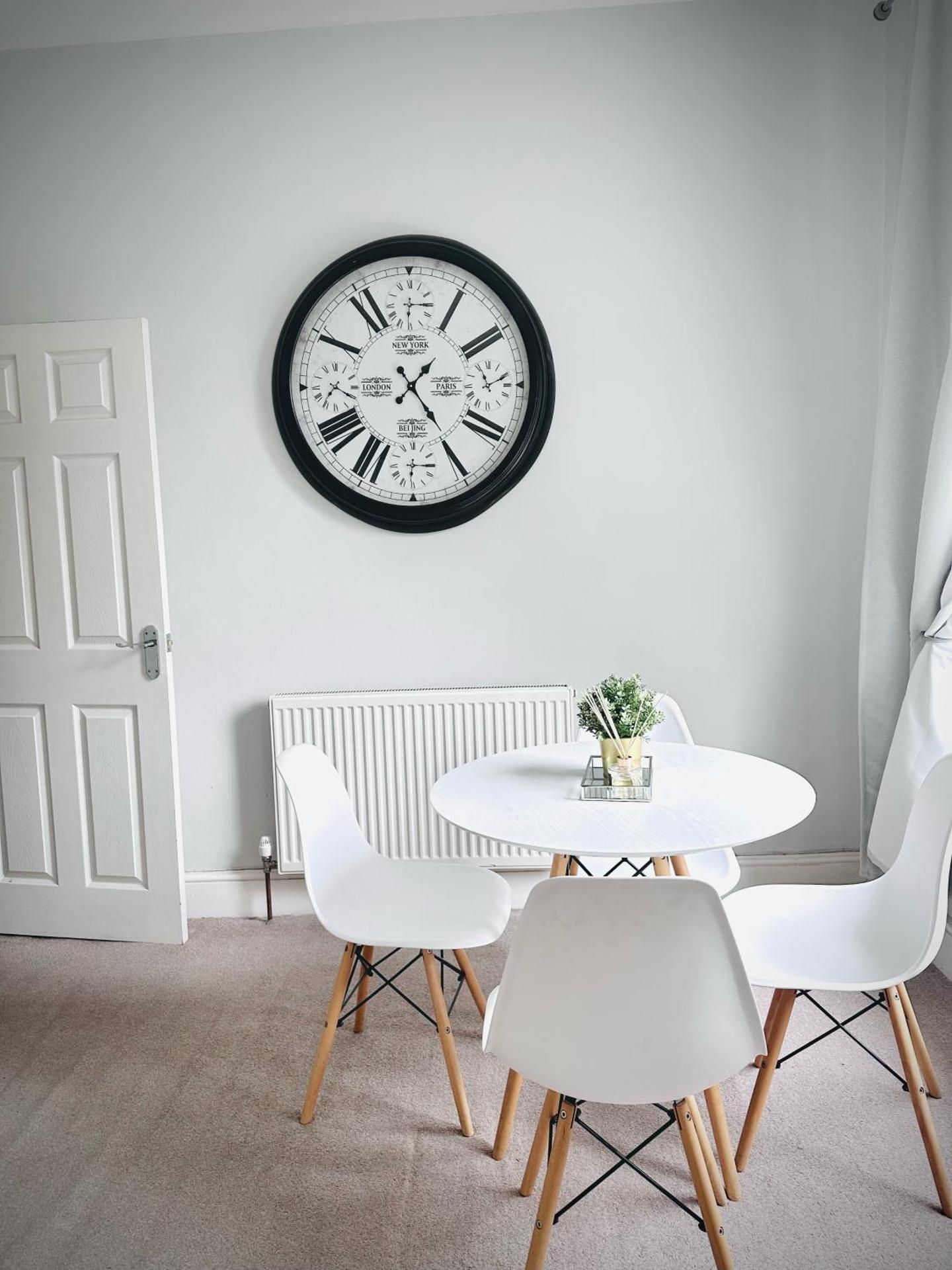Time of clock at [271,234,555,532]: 1:23
